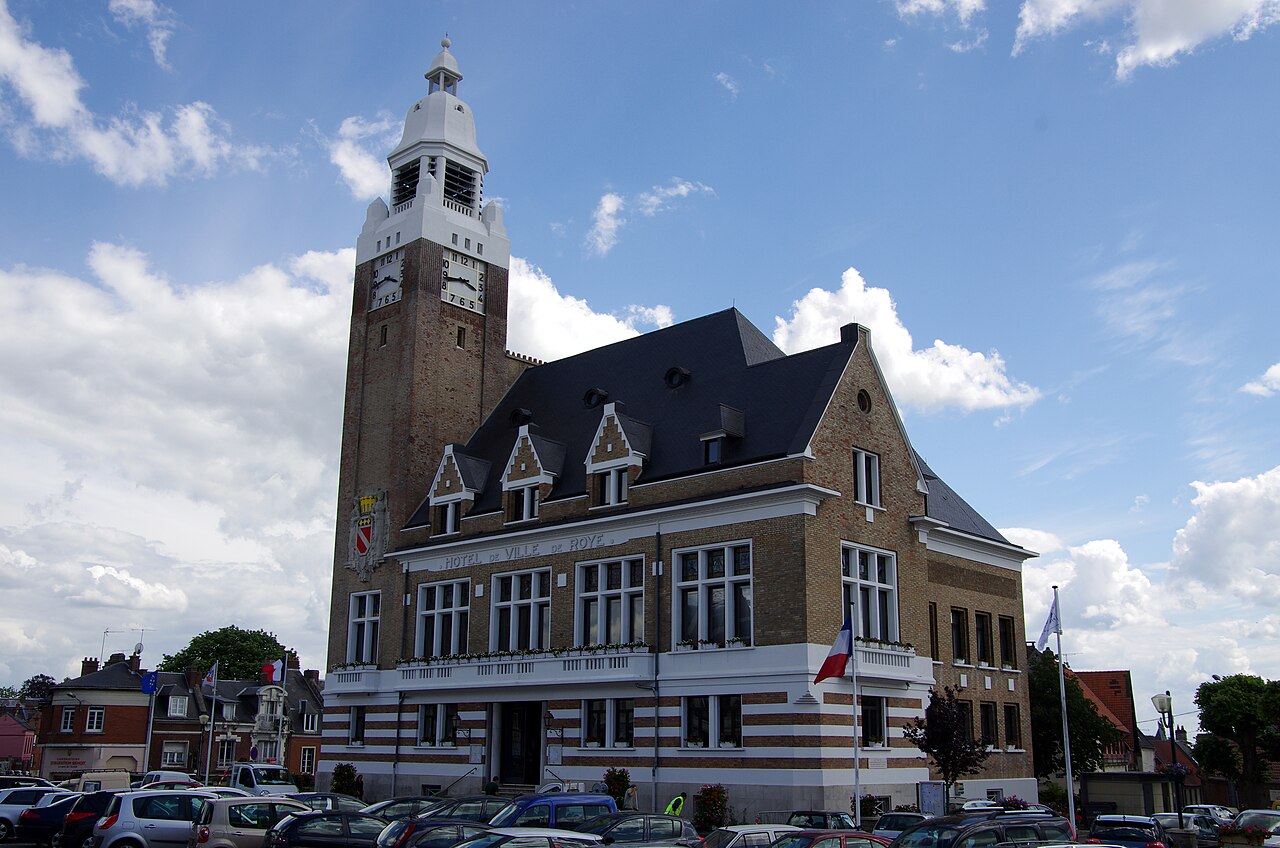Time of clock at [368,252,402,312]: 3:43
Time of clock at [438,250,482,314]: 3:43
